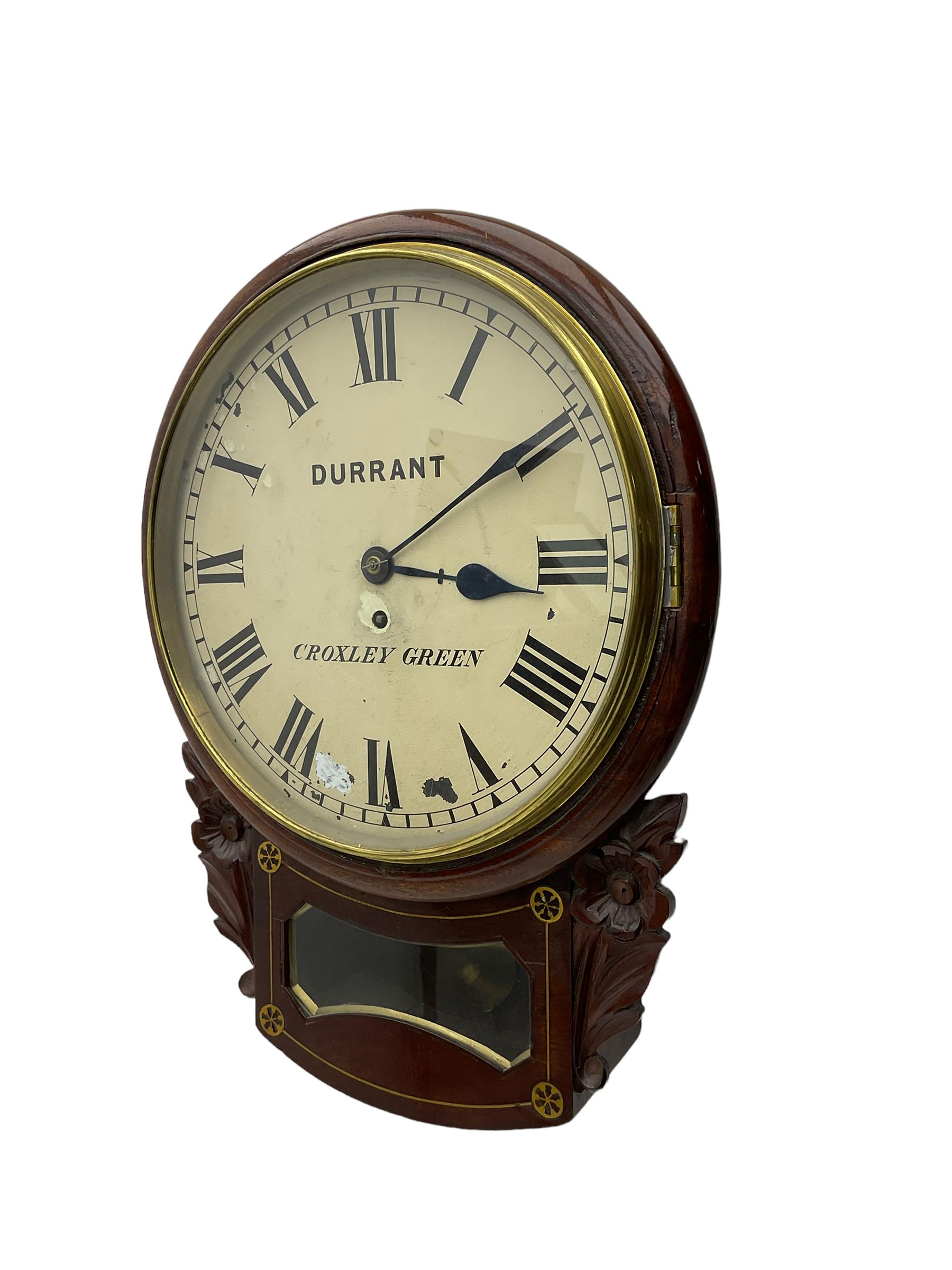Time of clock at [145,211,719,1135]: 3:09
